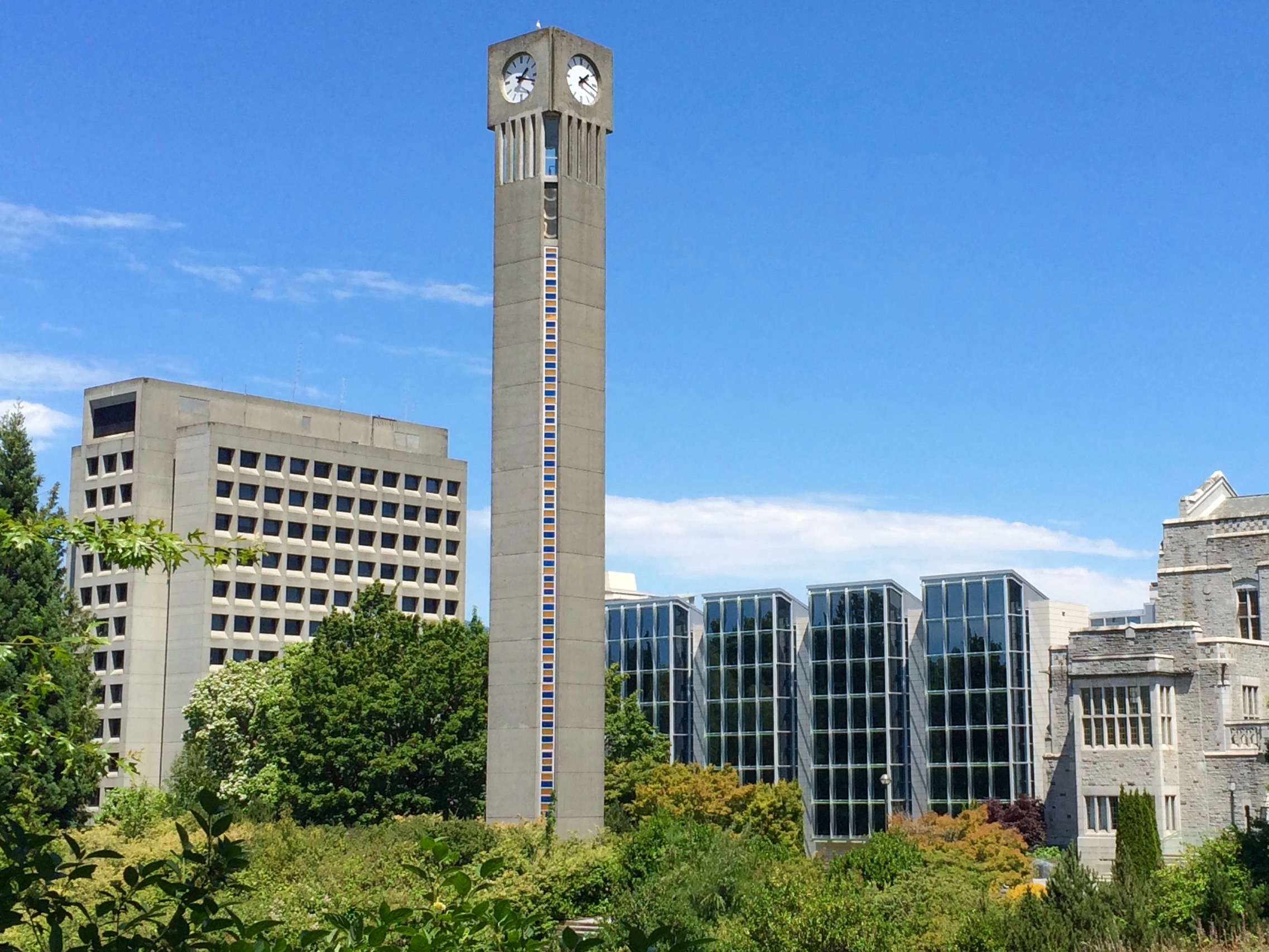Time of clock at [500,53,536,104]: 1:18
